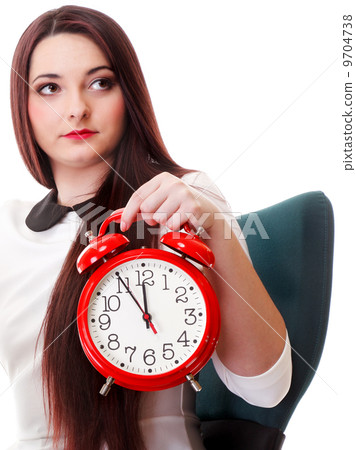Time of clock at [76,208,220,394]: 11:55
